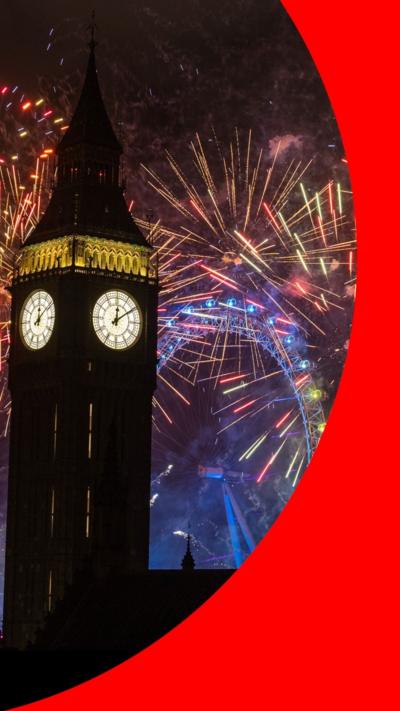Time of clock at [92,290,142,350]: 12:09
